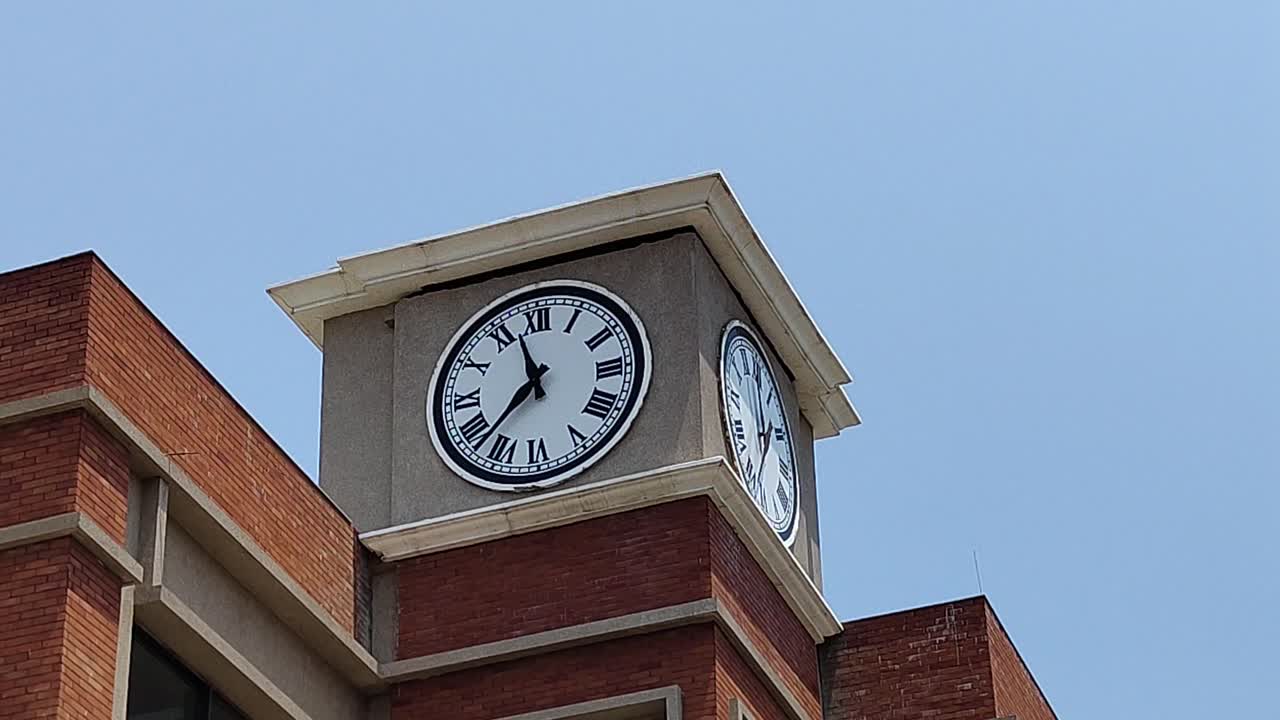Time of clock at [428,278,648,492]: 11:37
